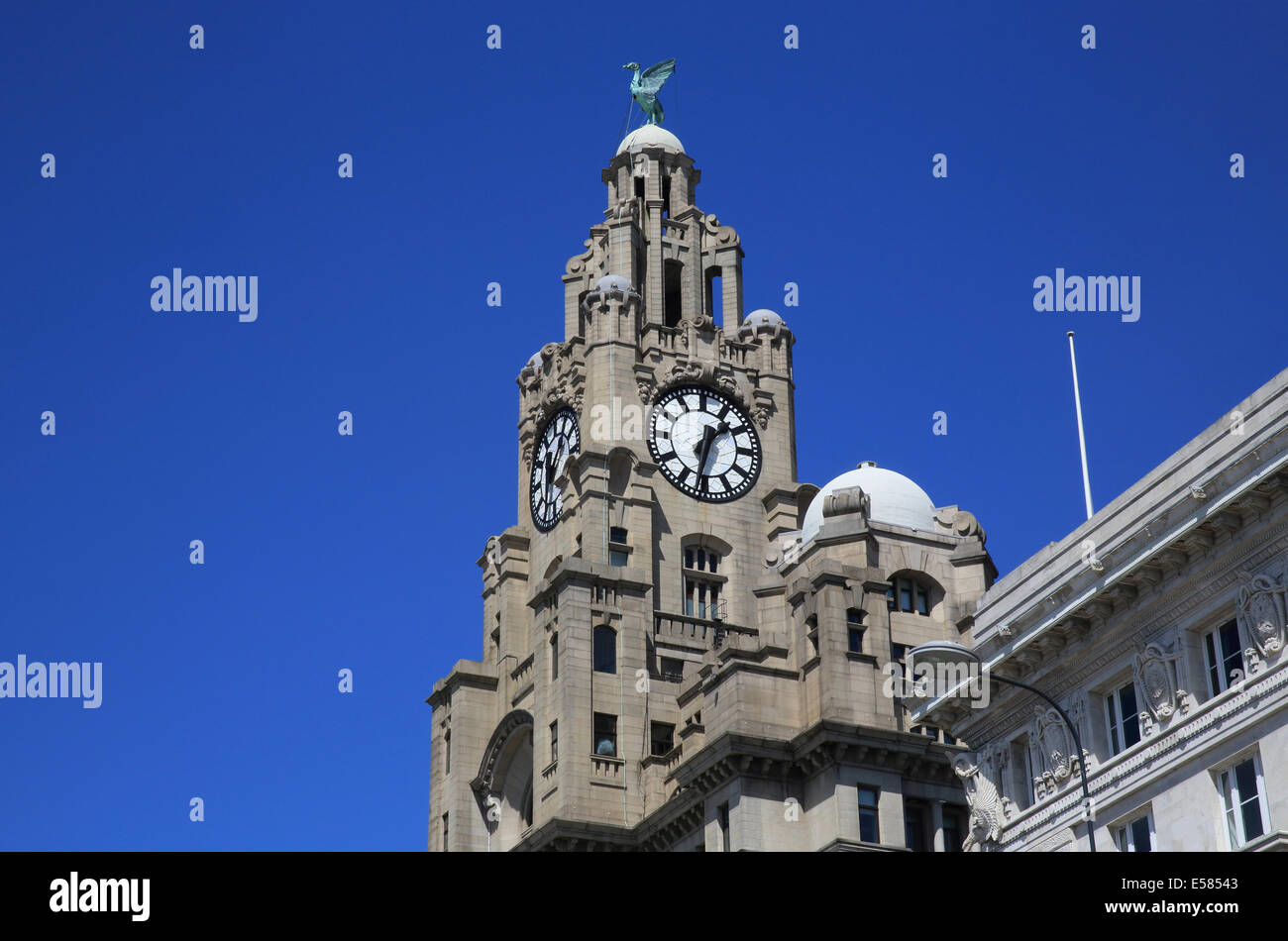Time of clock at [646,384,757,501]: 1:32
